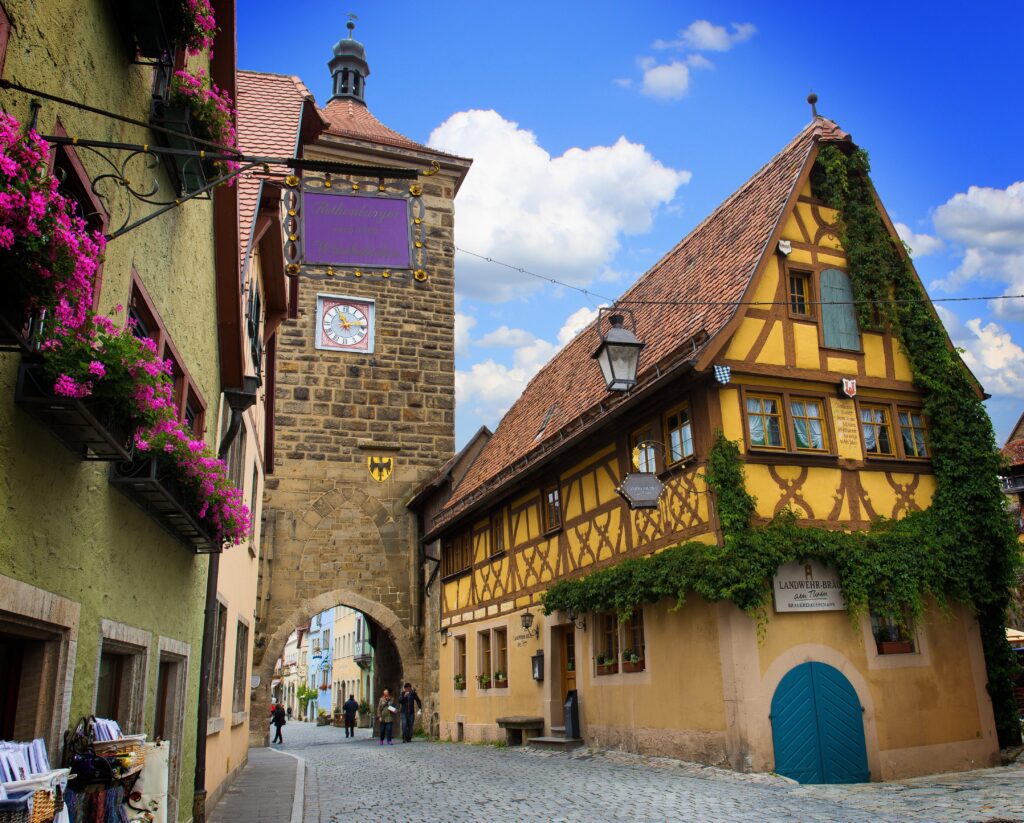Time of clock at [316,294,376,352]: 11:13
